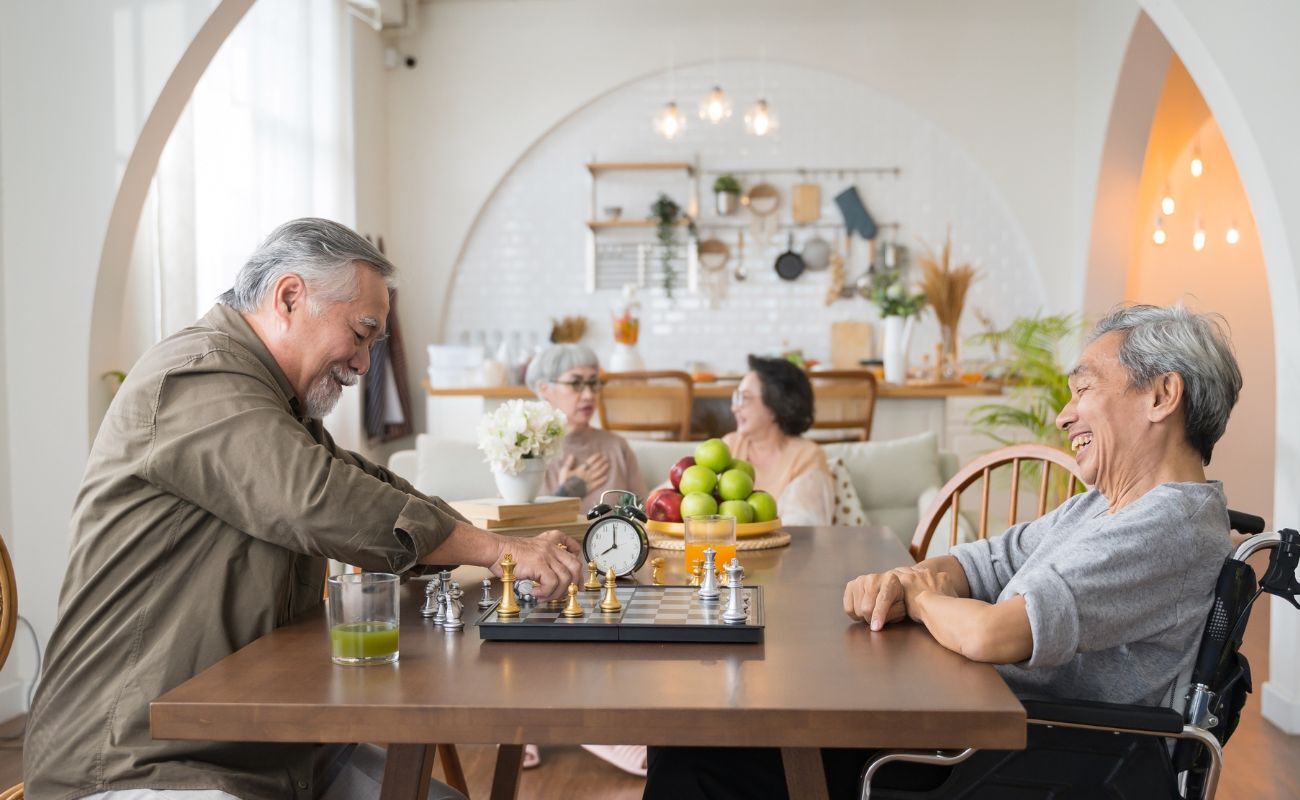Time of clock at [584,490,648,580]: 7:59
